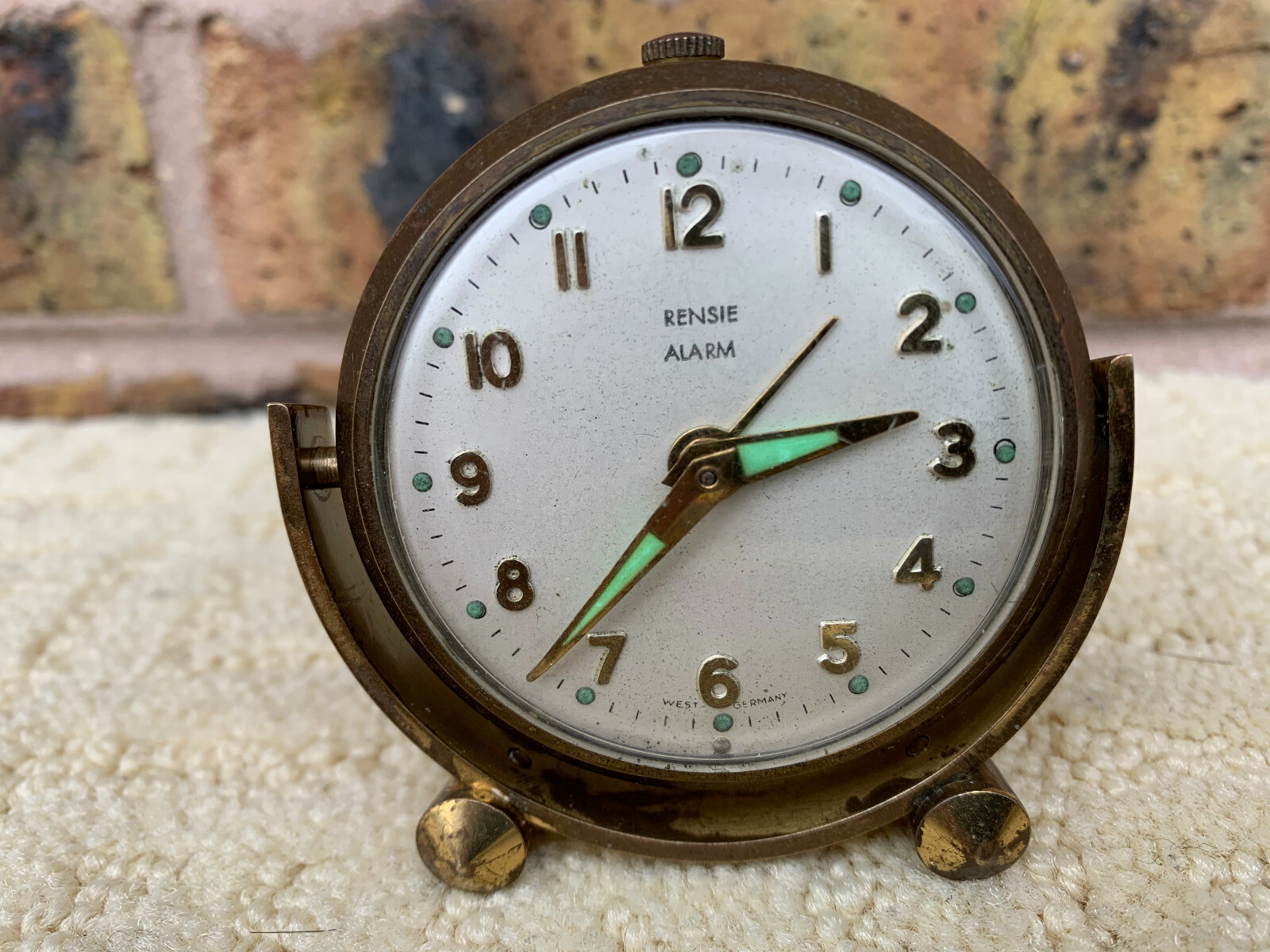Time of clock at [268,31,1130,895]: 2:36
